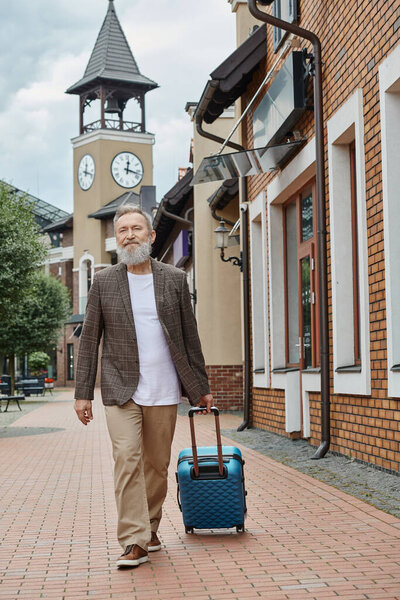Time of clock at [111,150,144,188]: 12:17
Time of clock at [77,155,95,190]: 12:17
